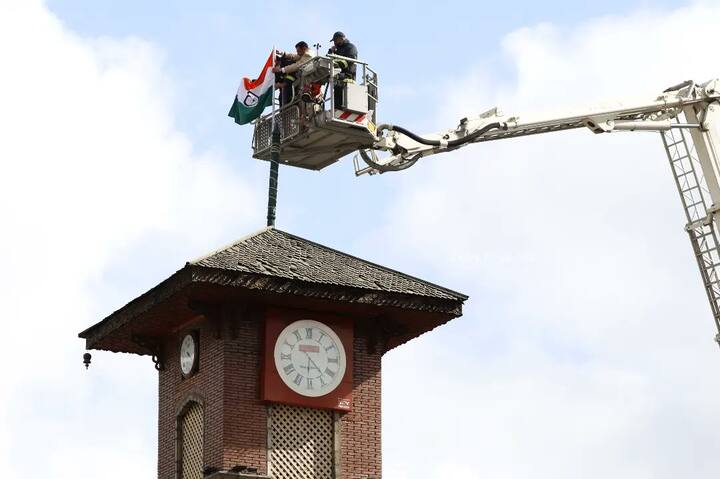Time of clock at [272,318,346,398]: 6:22
